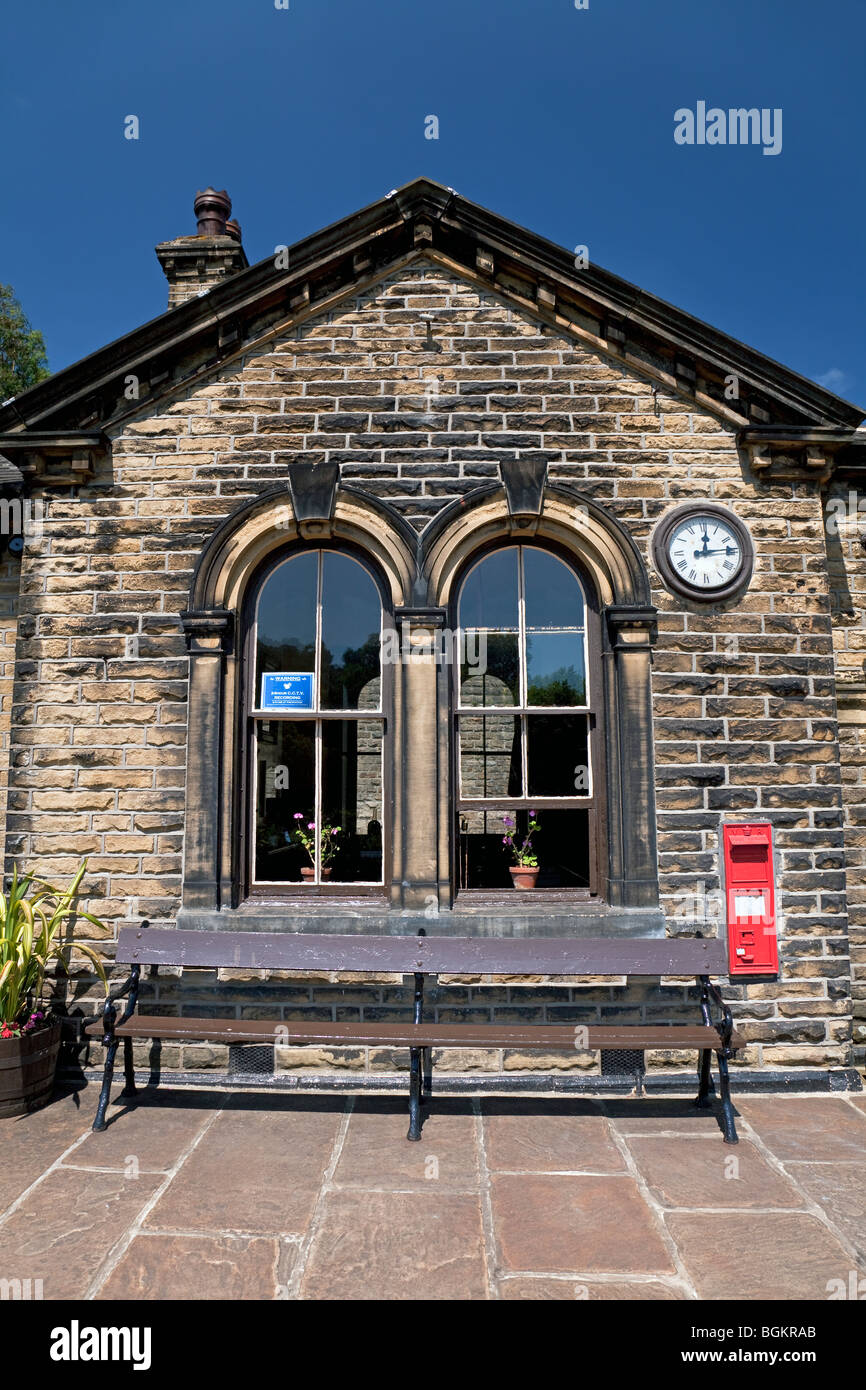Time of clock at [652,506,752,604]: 12:13
